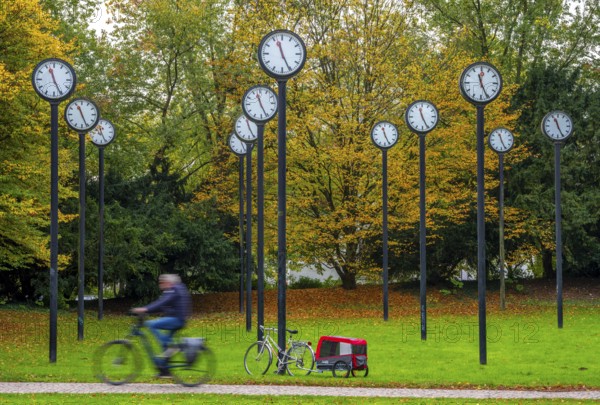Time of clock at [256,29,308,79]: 11:25
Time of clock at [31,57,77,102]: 11:25
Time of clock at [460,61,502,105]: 11:25
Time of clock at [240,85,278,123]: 11:26
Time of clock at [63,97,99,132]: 11:26
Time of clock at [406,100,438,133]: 11:25
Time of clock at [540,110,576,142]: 11:25
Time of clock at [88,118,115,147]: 12:26
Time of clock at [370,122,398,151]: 11:25
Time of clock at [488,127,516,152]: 11:25
